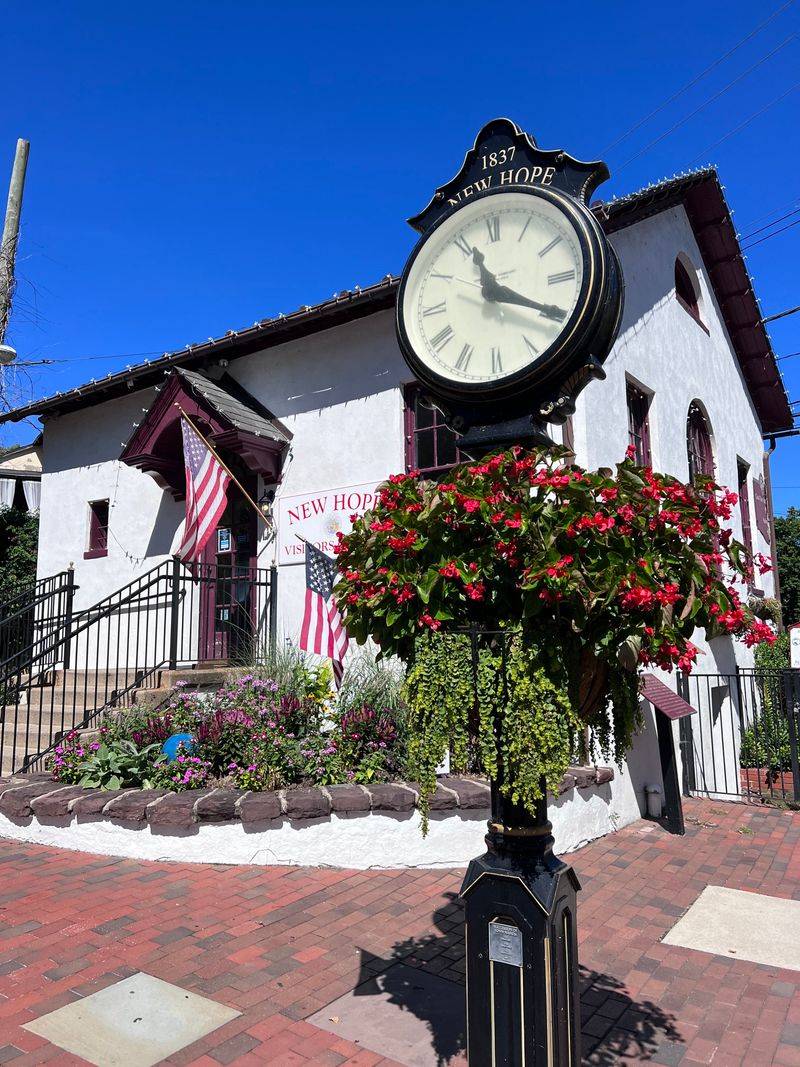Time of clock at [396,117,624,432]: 11:19
